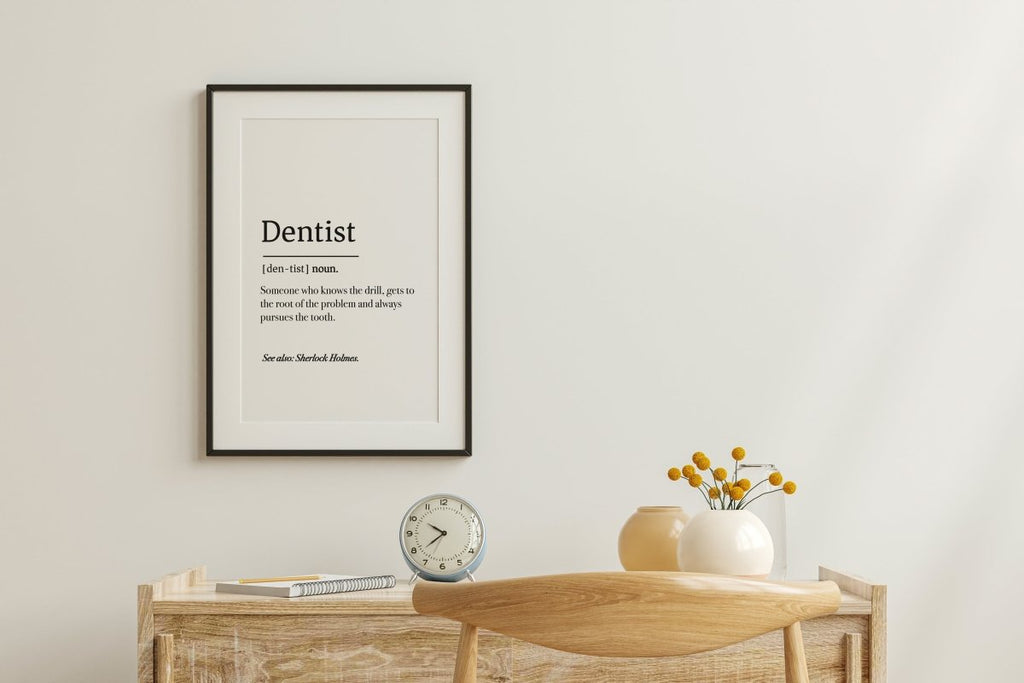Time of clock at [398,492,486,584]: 7:50
